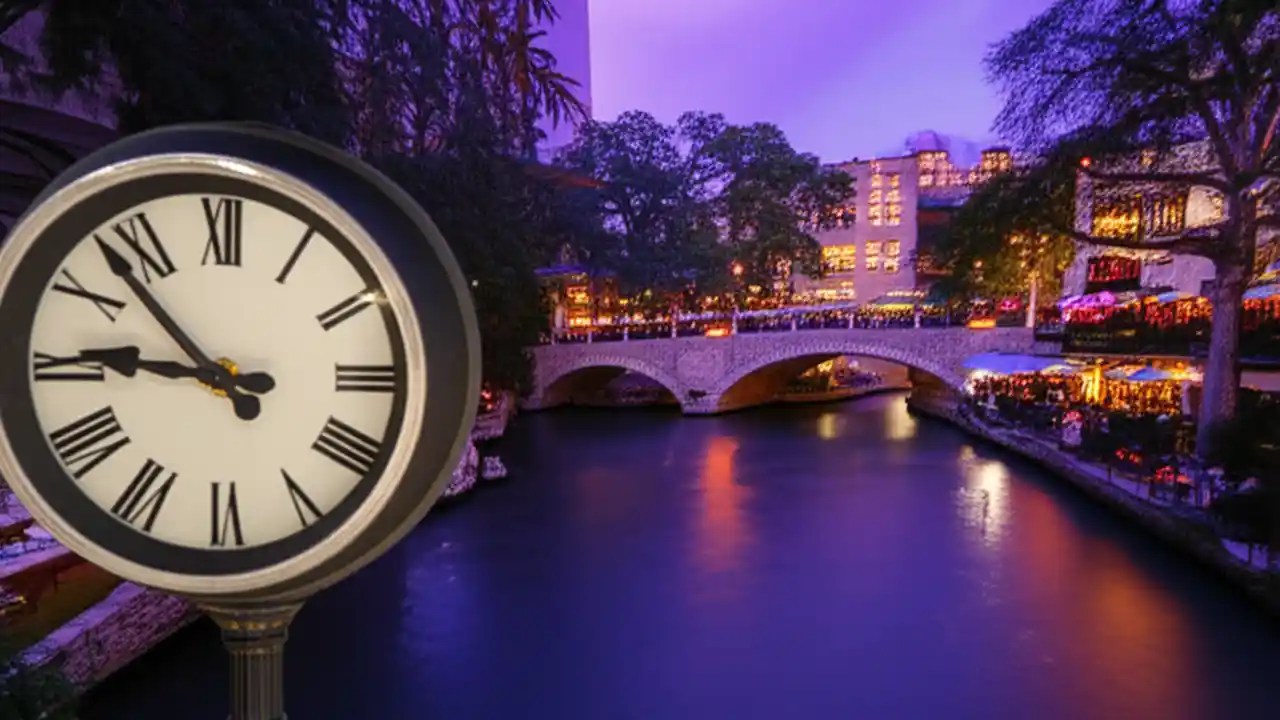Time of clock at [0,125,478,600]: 8:52
